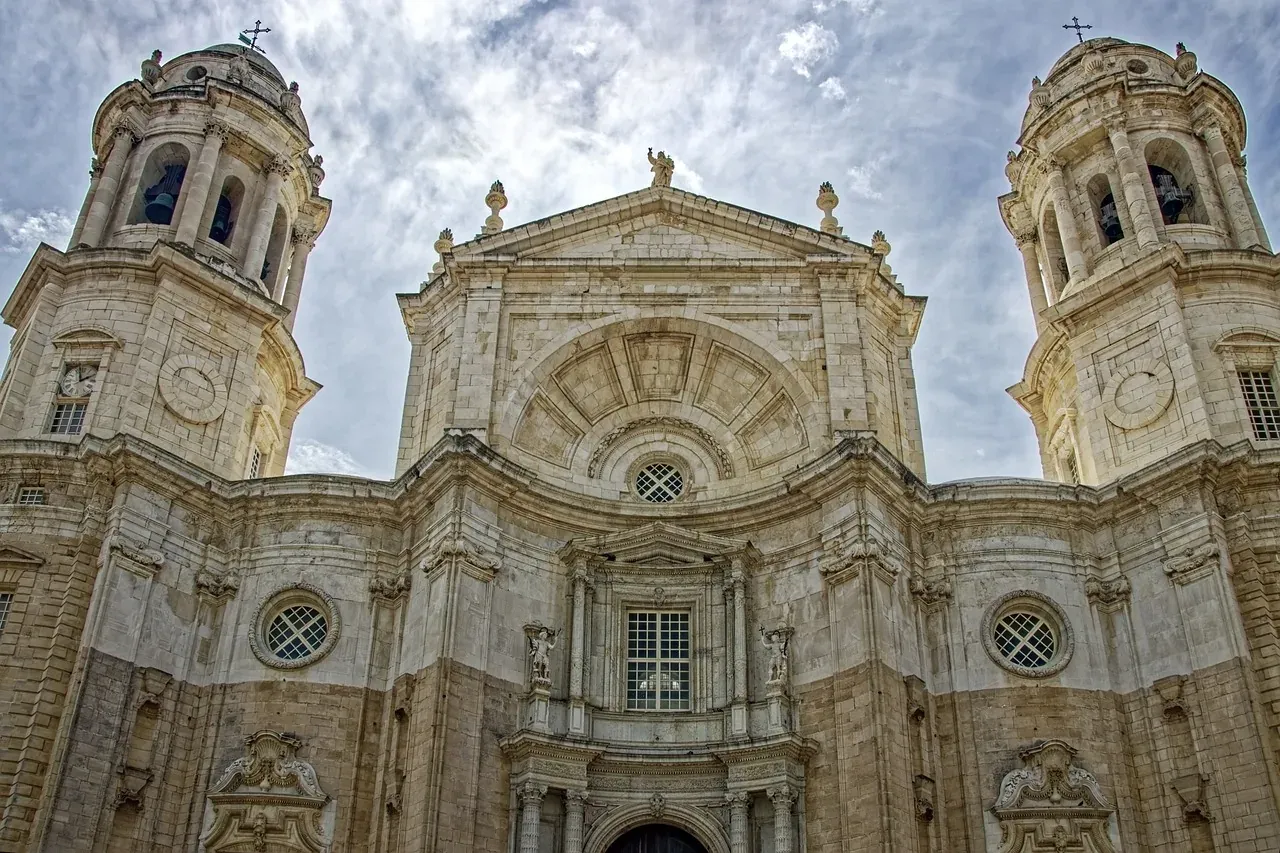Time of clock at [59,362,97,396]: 1:57
